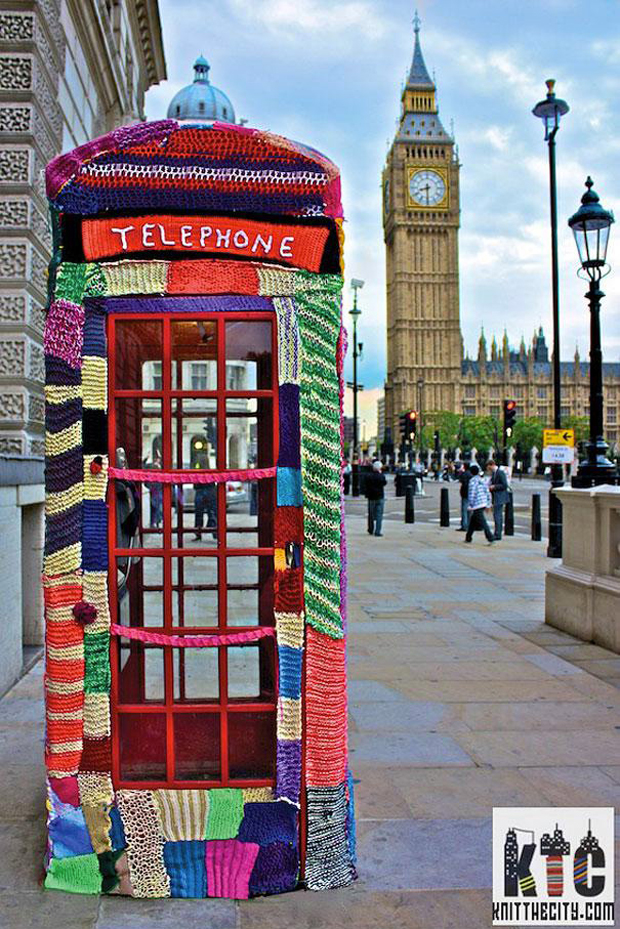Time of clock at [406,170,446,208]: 8:30
